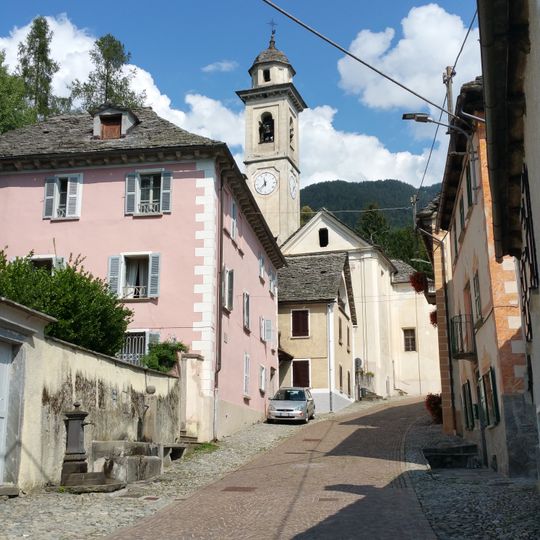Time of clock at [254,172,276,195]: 11:37
